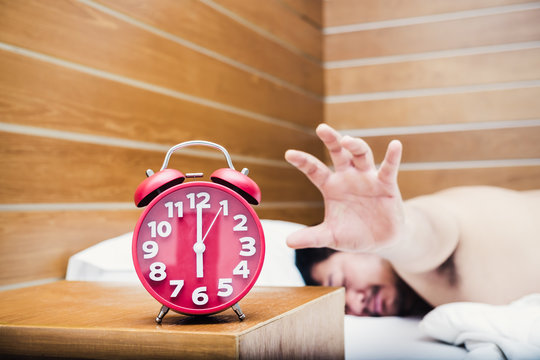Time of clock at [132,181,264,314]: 6:00
